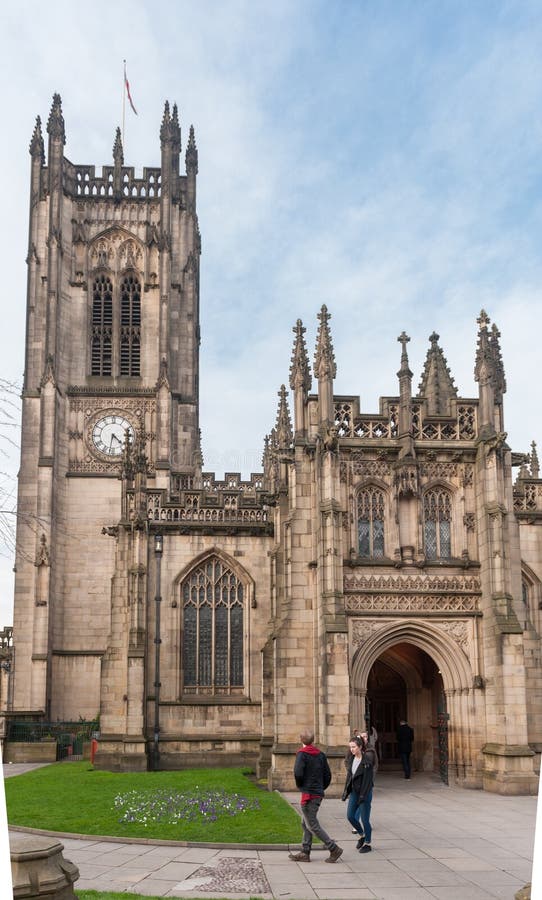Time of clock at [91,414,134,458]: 4:31
